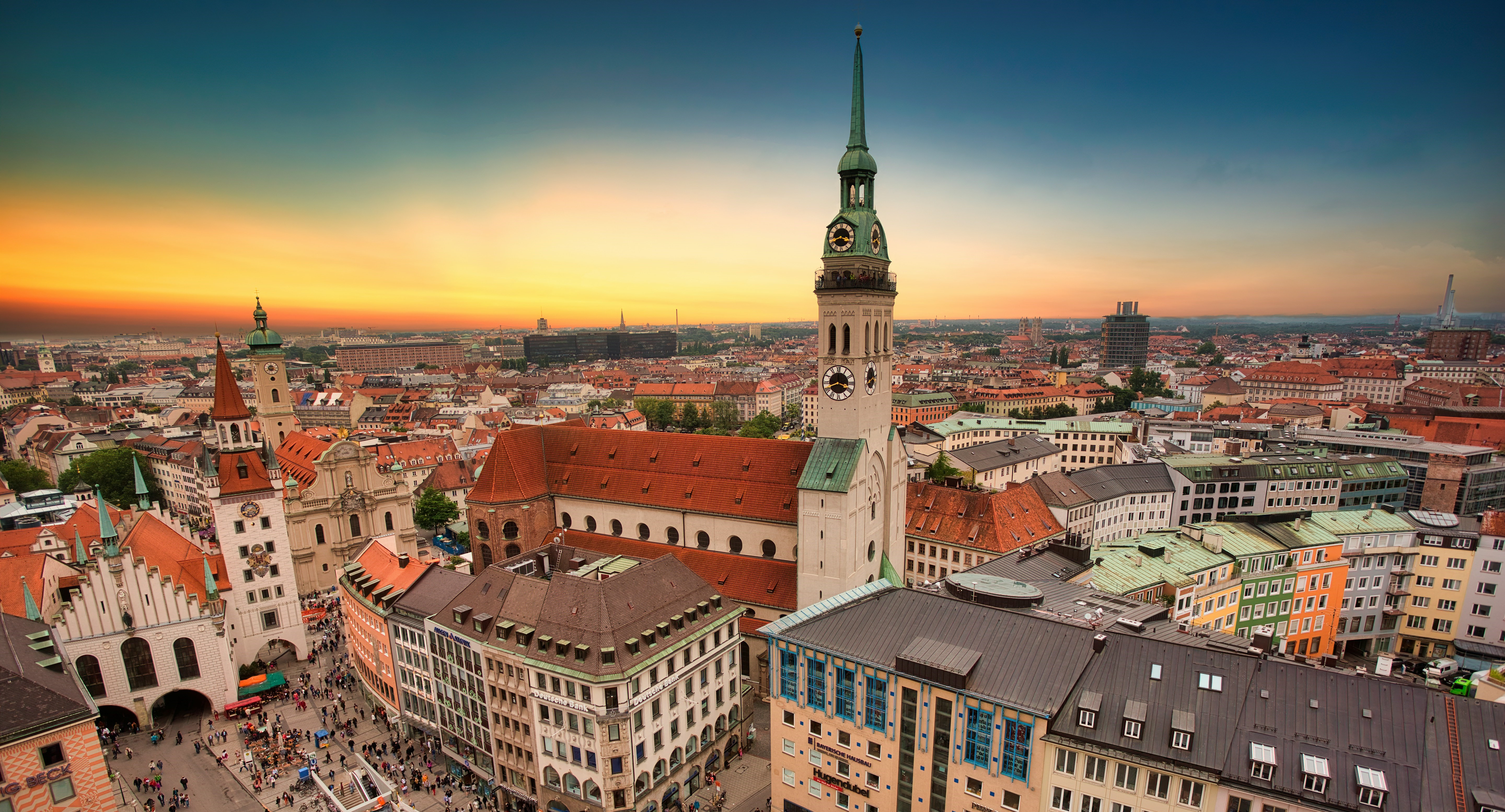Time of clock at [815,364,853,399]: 3:41
